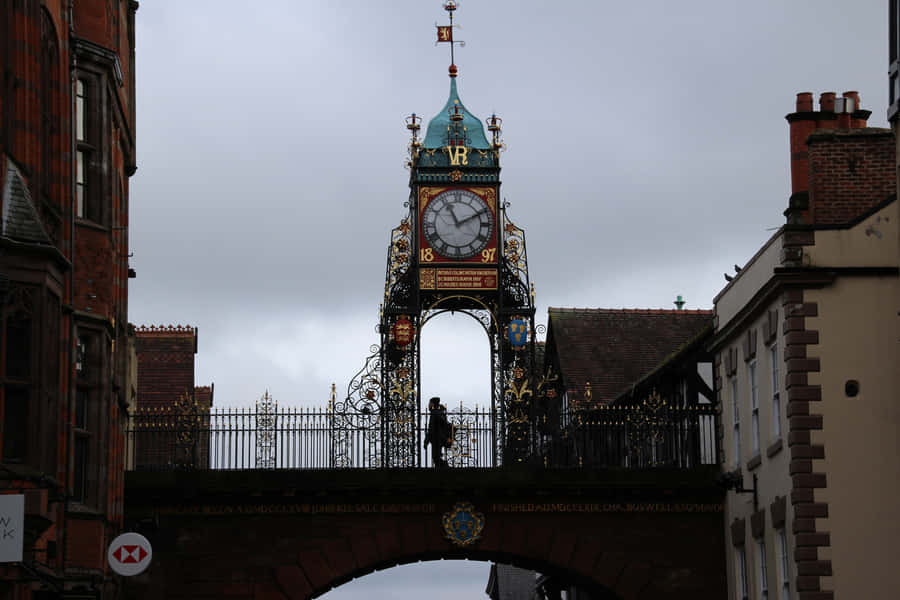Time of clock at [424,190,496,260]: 11:10
